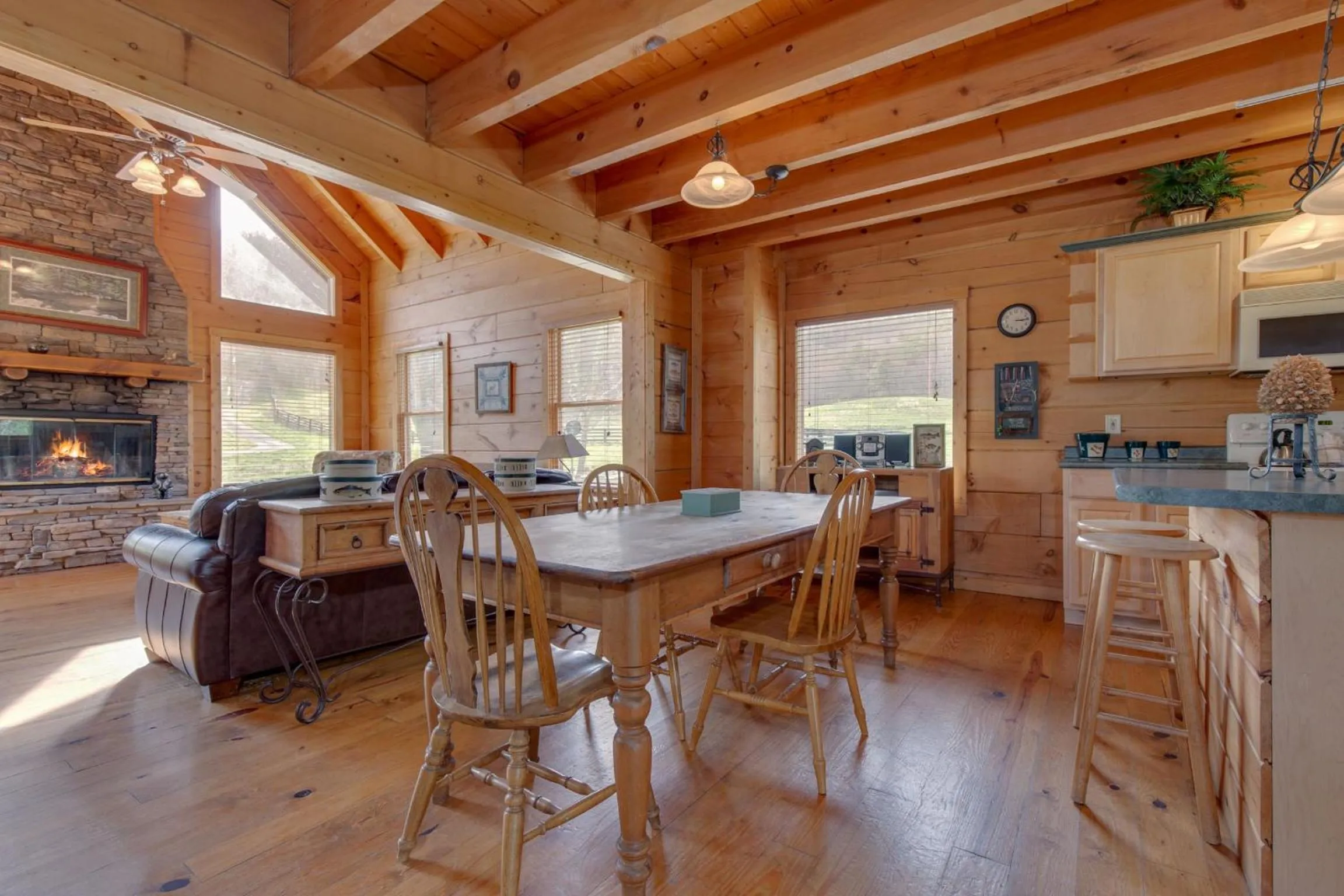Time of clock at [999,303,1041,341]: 3:14
